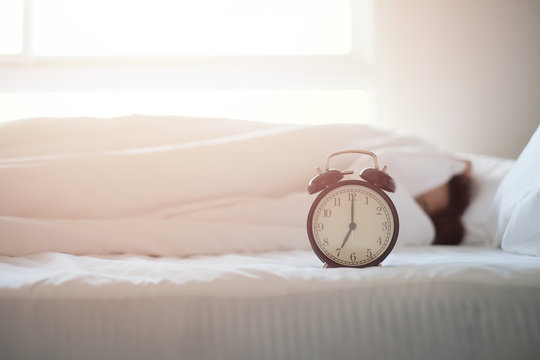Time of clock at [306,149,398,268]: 7:00
